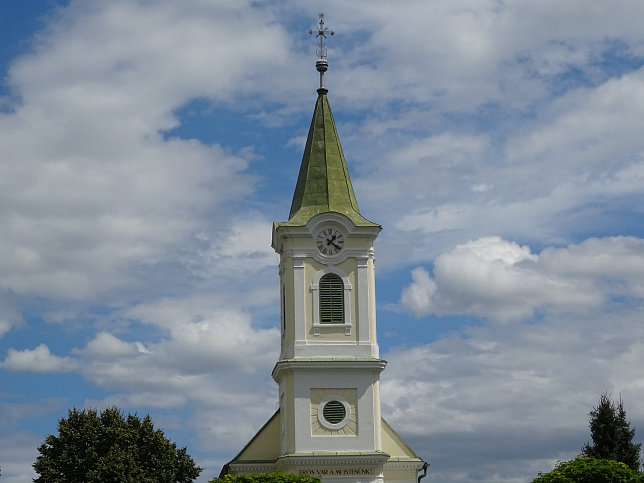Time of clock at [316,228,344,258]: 1:21
